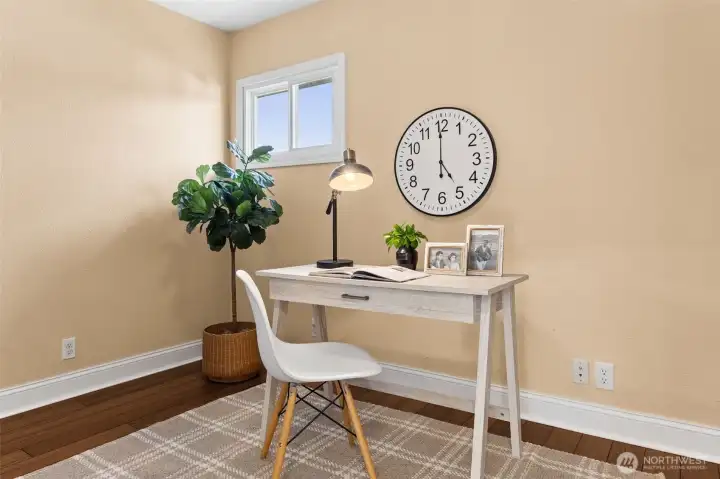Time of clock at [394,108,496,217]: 4:59
